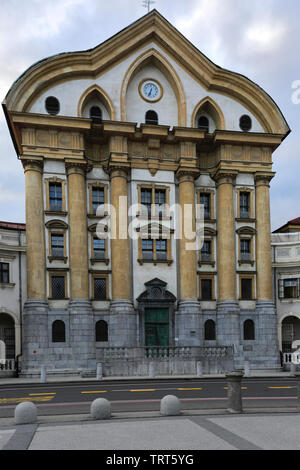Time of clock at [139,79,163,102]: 6:34
